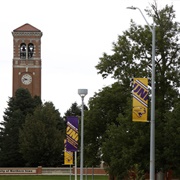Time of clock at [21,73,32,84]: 9:42
